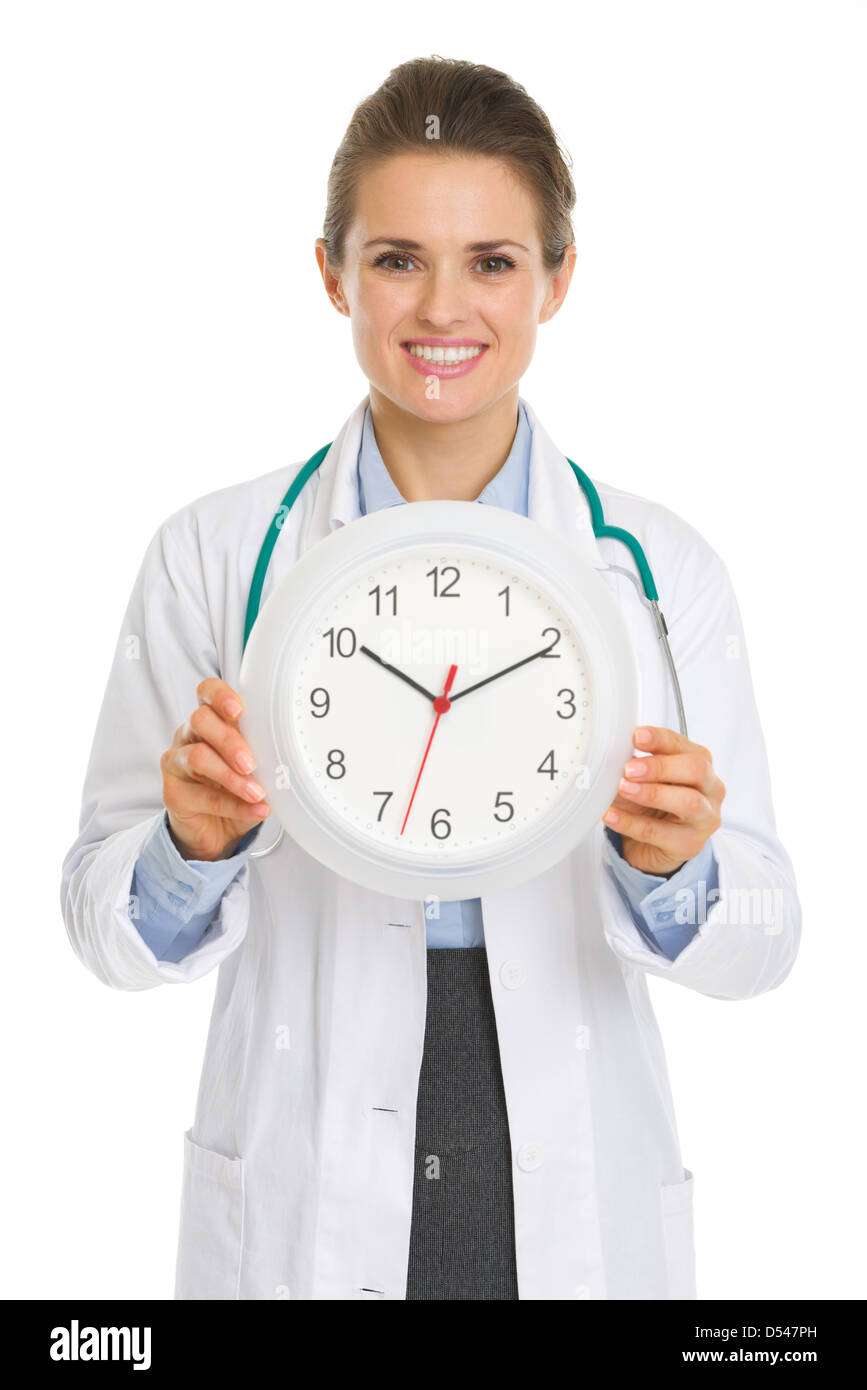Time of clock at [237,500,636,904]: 10:10
